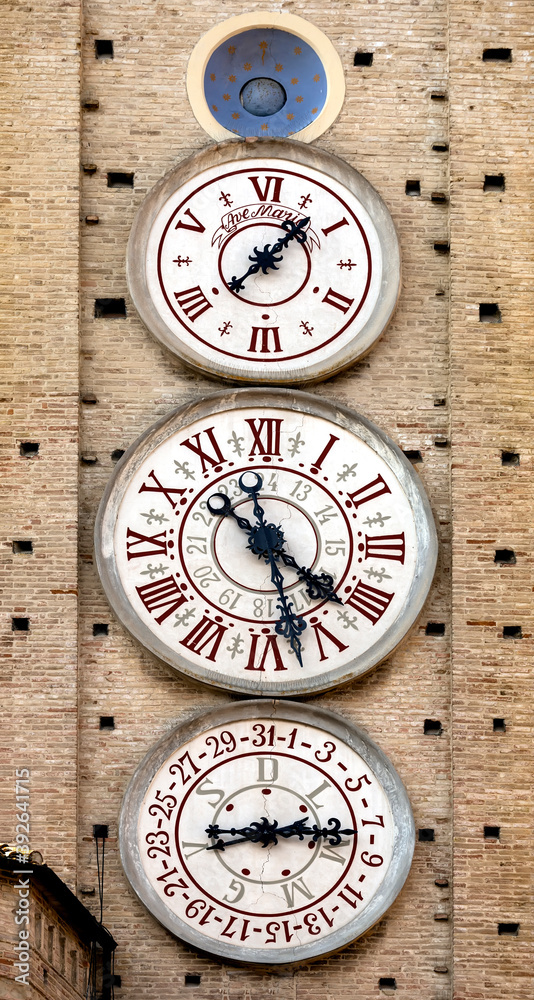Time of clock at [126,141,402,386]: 1:38
